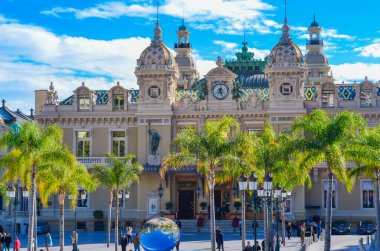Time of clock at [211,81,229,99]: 12:26
